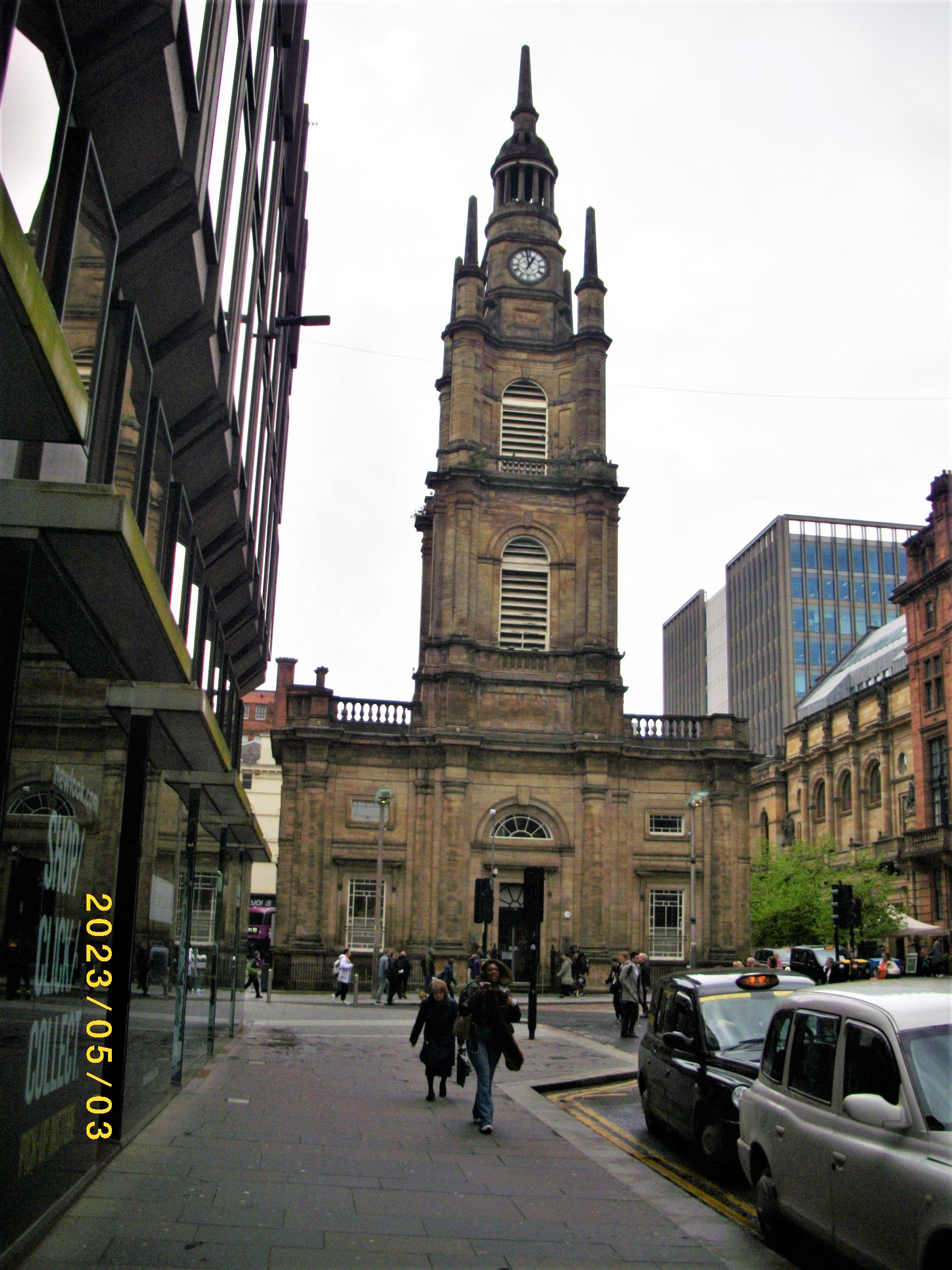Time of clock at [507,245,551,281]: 12:58
